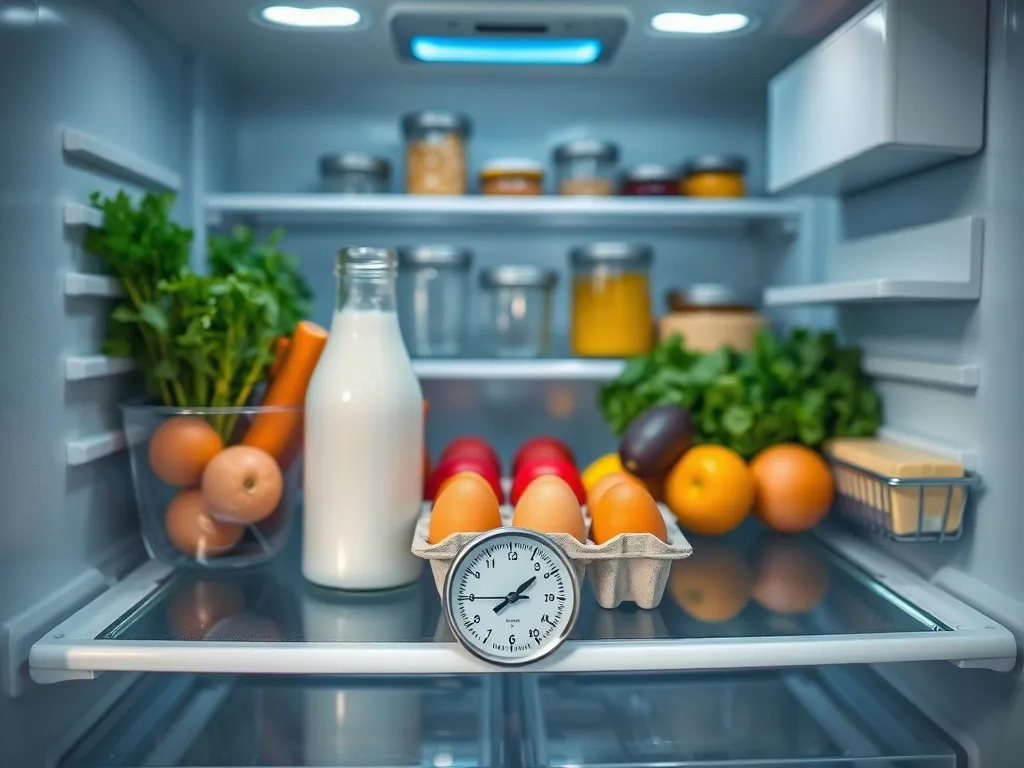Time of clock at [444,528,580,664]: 1:45
